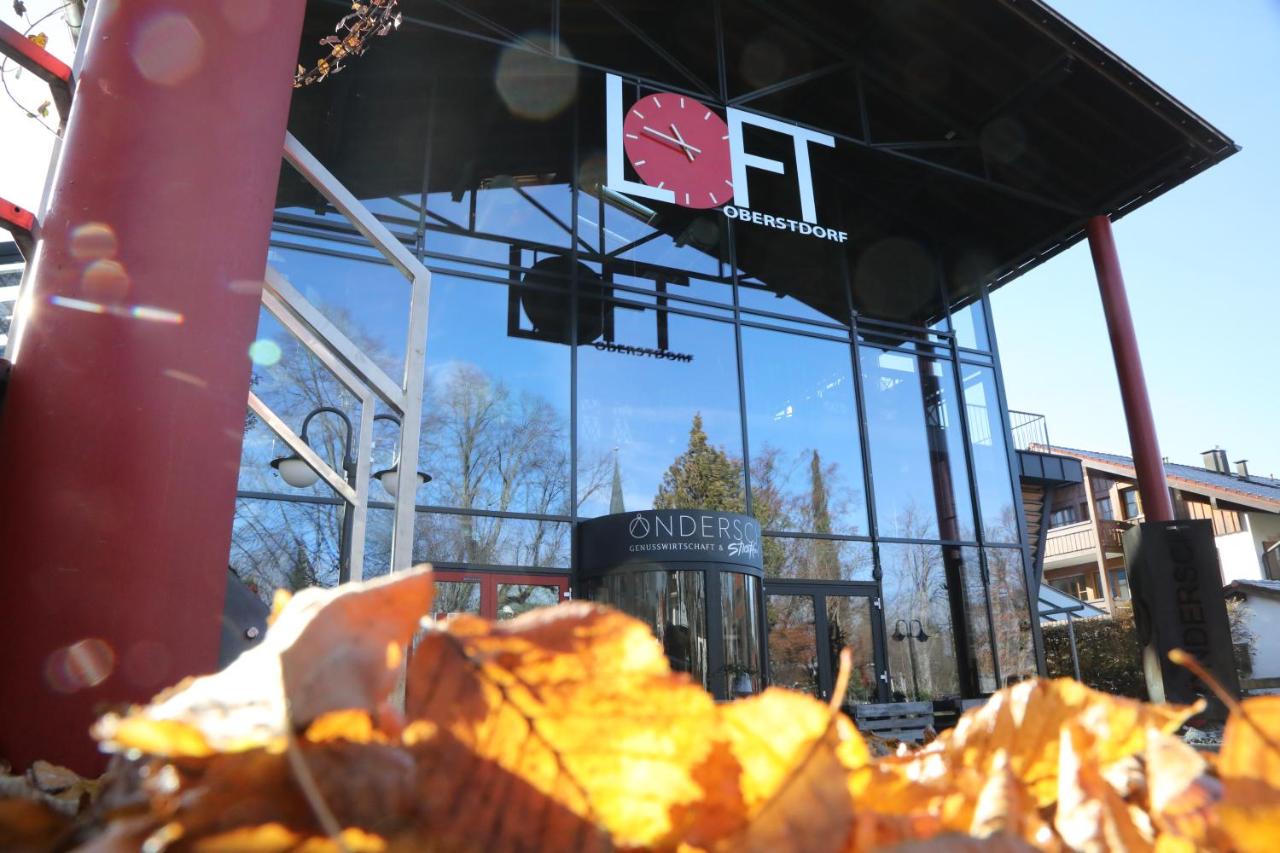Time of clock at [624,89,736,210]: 10:47
